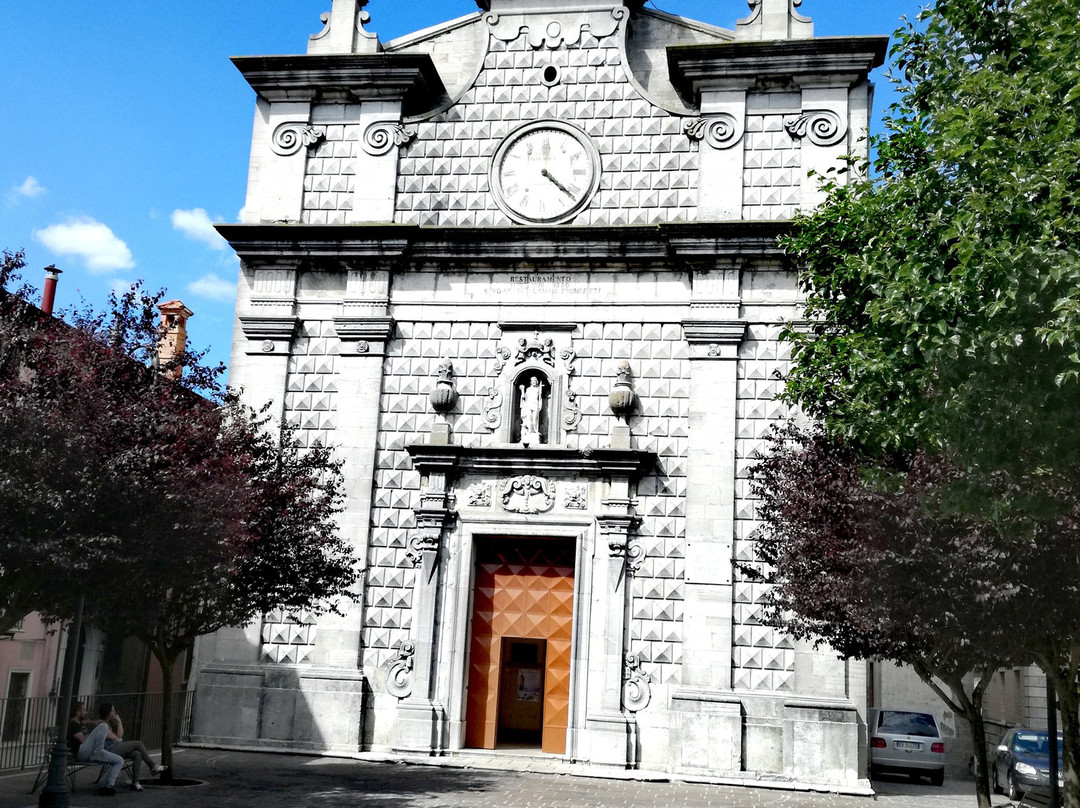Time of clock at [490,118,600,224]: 4:21
